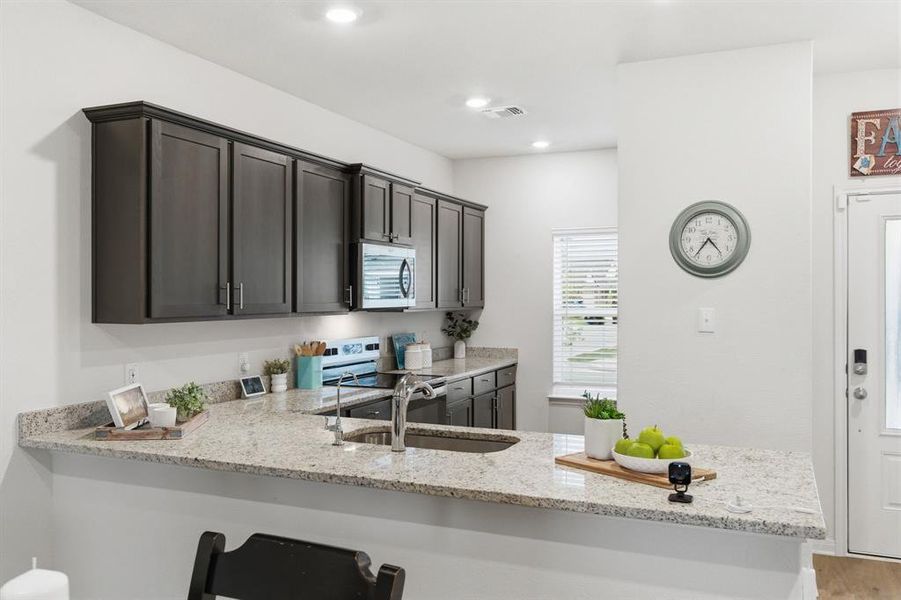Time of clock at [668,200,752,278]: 4:36
